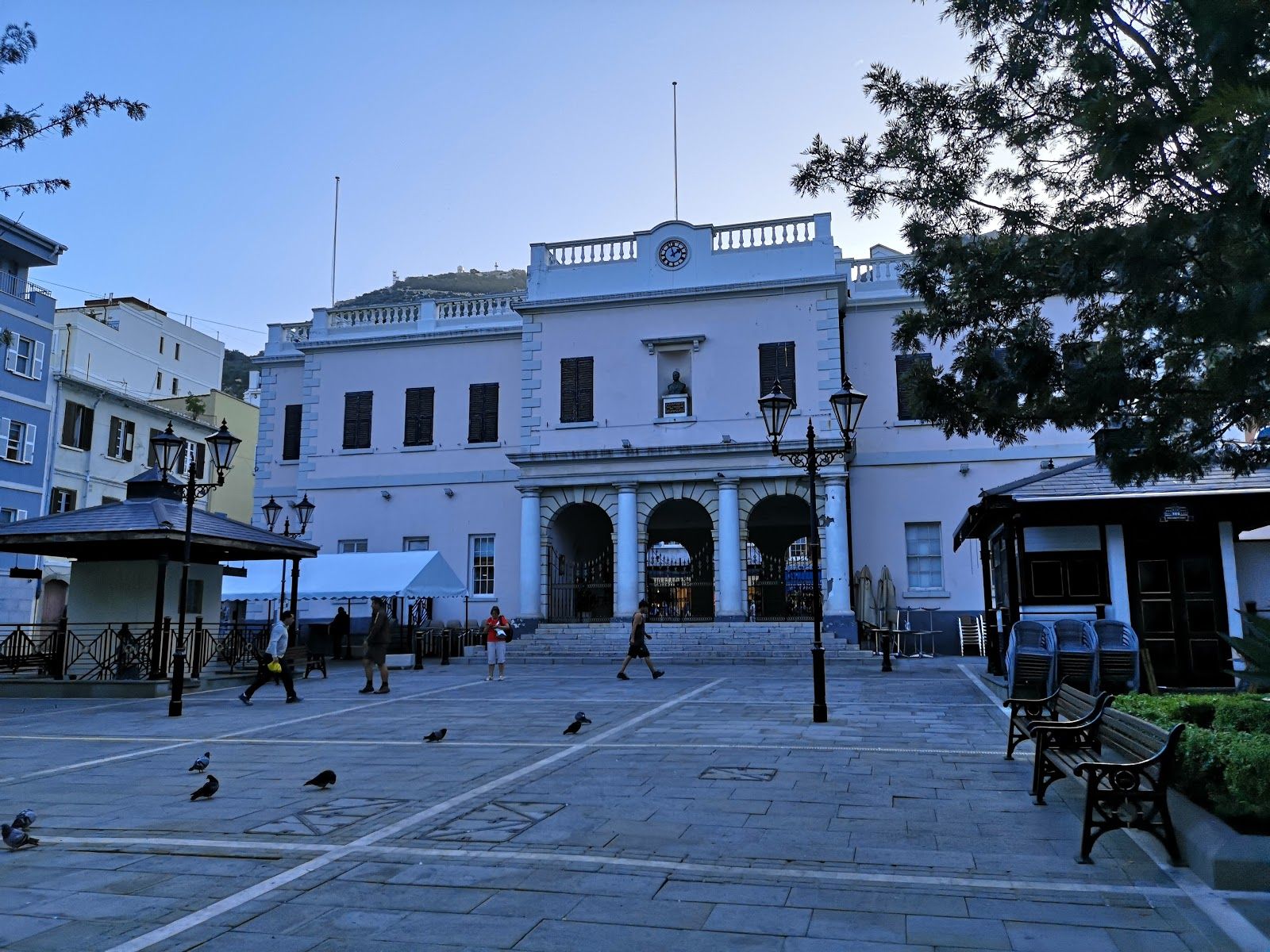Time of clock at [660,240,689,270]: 1:57
